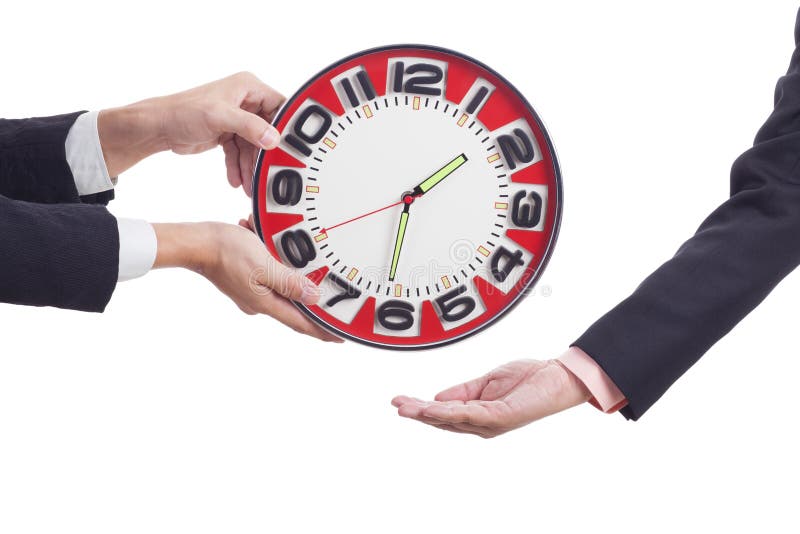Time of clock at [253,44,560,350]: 1:31
